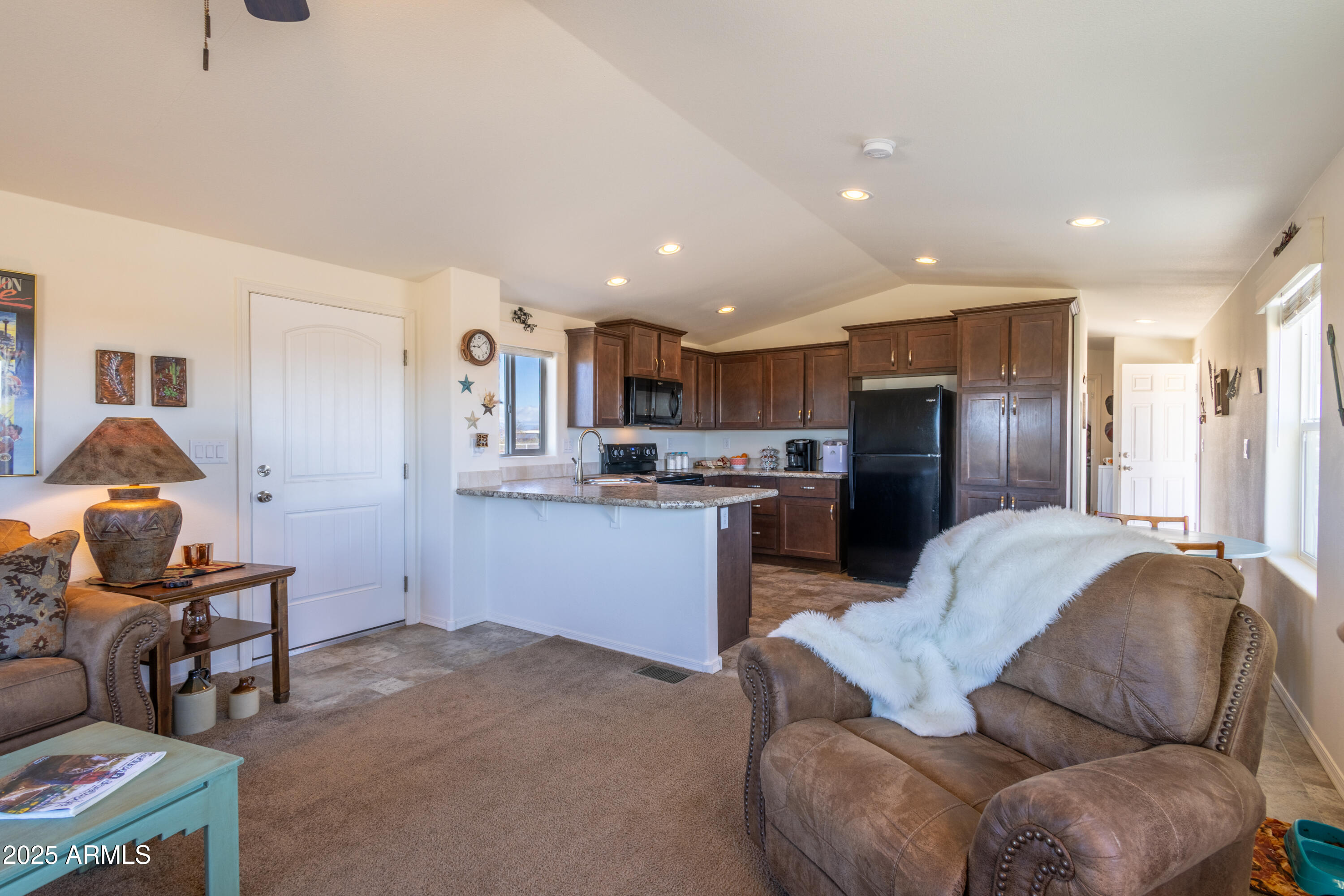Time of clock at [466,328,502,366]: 9:08
